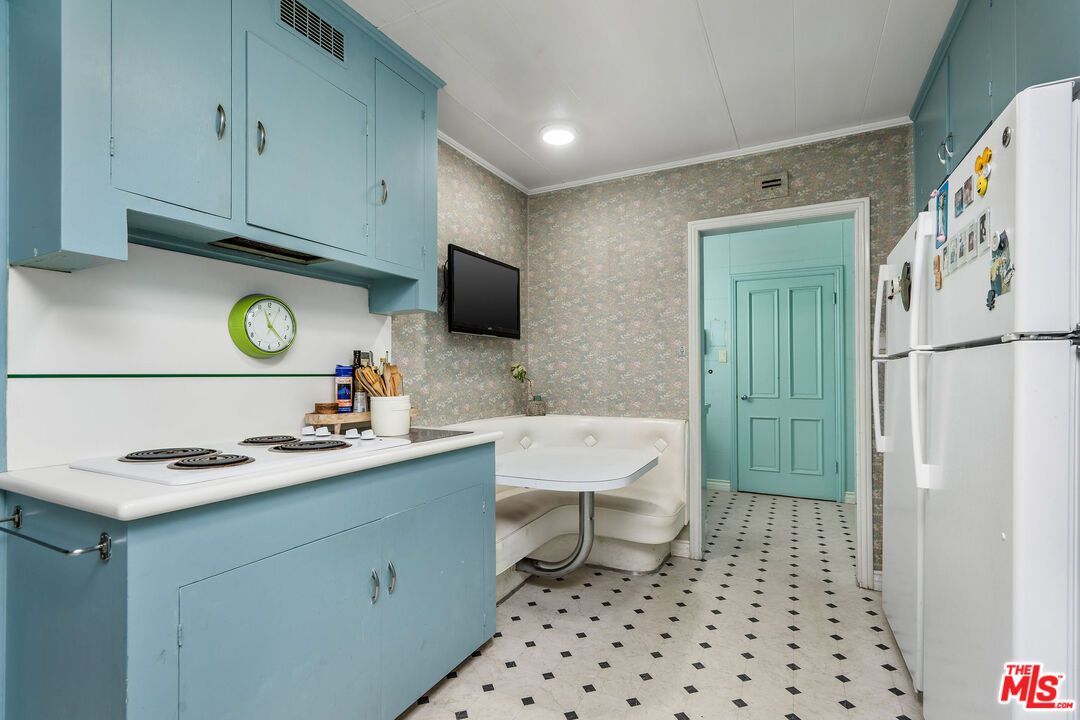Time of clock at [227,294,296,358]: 11:22
